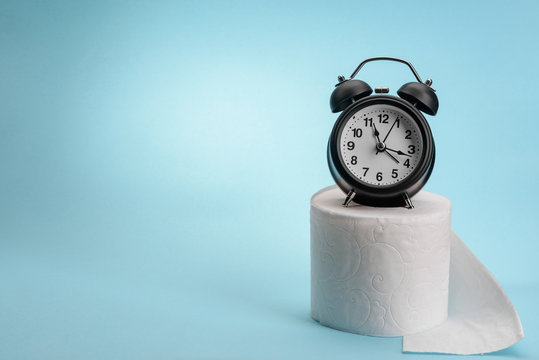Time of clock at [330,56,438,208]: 11:17
